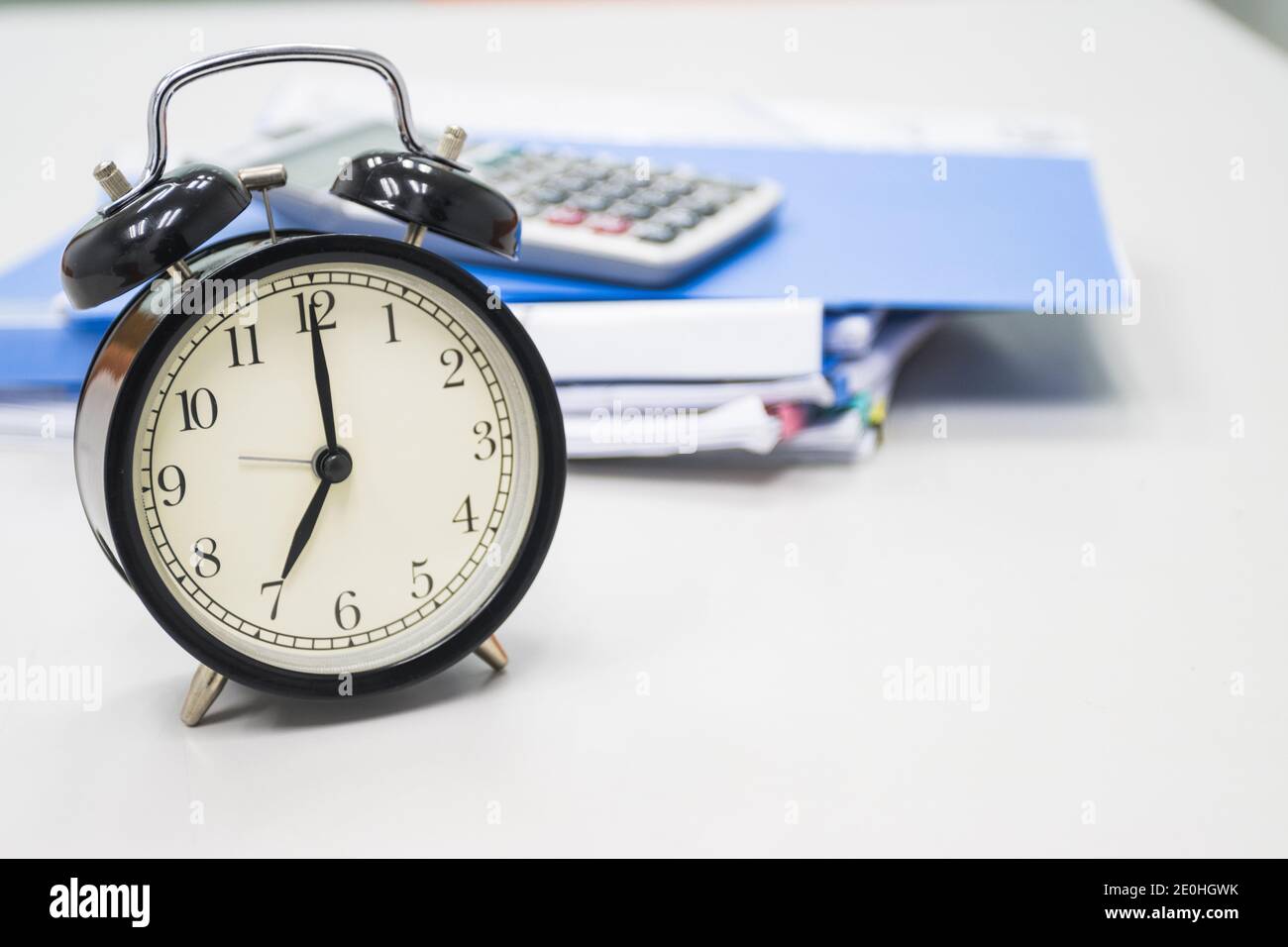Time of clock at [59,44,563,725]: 7:00
